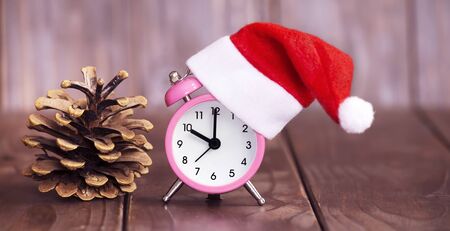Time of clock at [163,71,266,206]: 10:00
